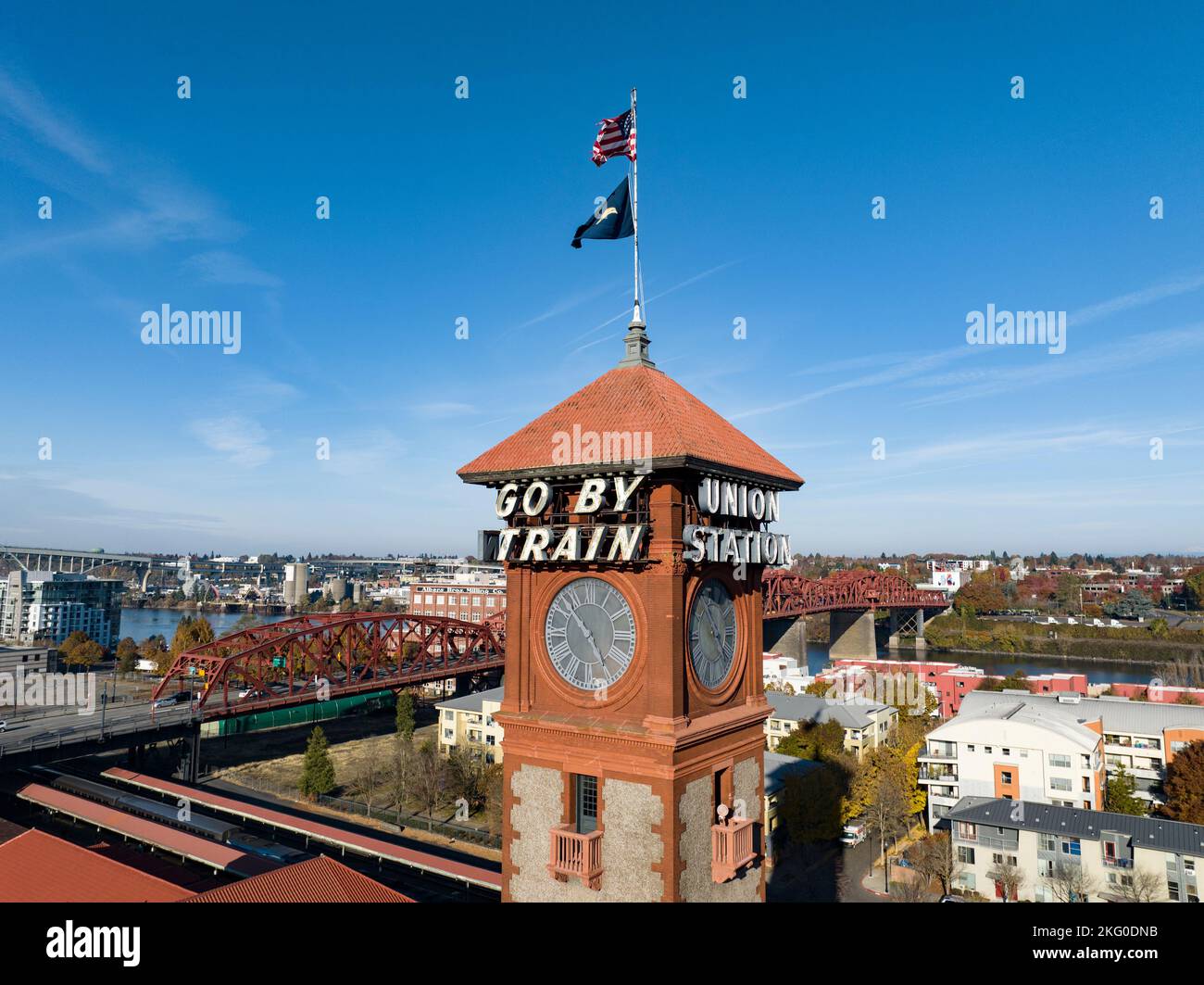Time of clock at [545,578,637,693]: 4:52
